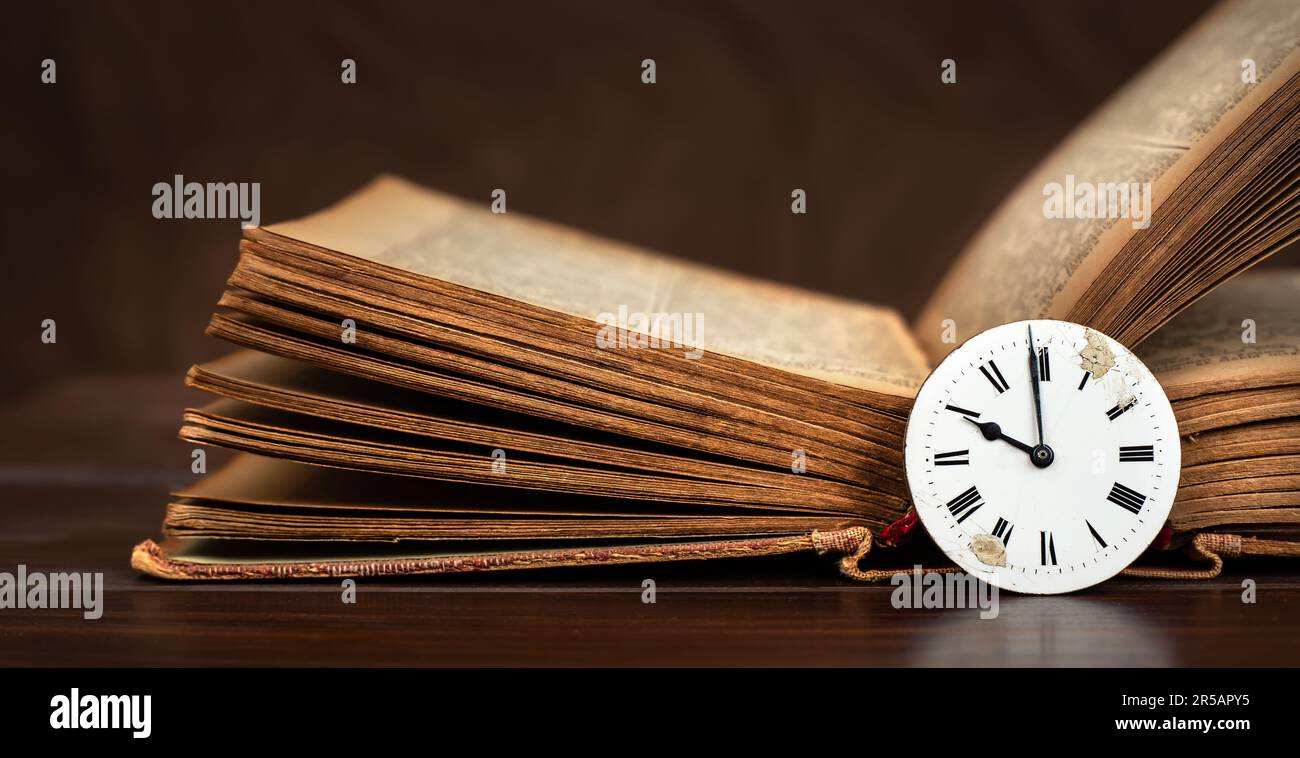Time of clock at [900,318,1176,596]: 9:59
